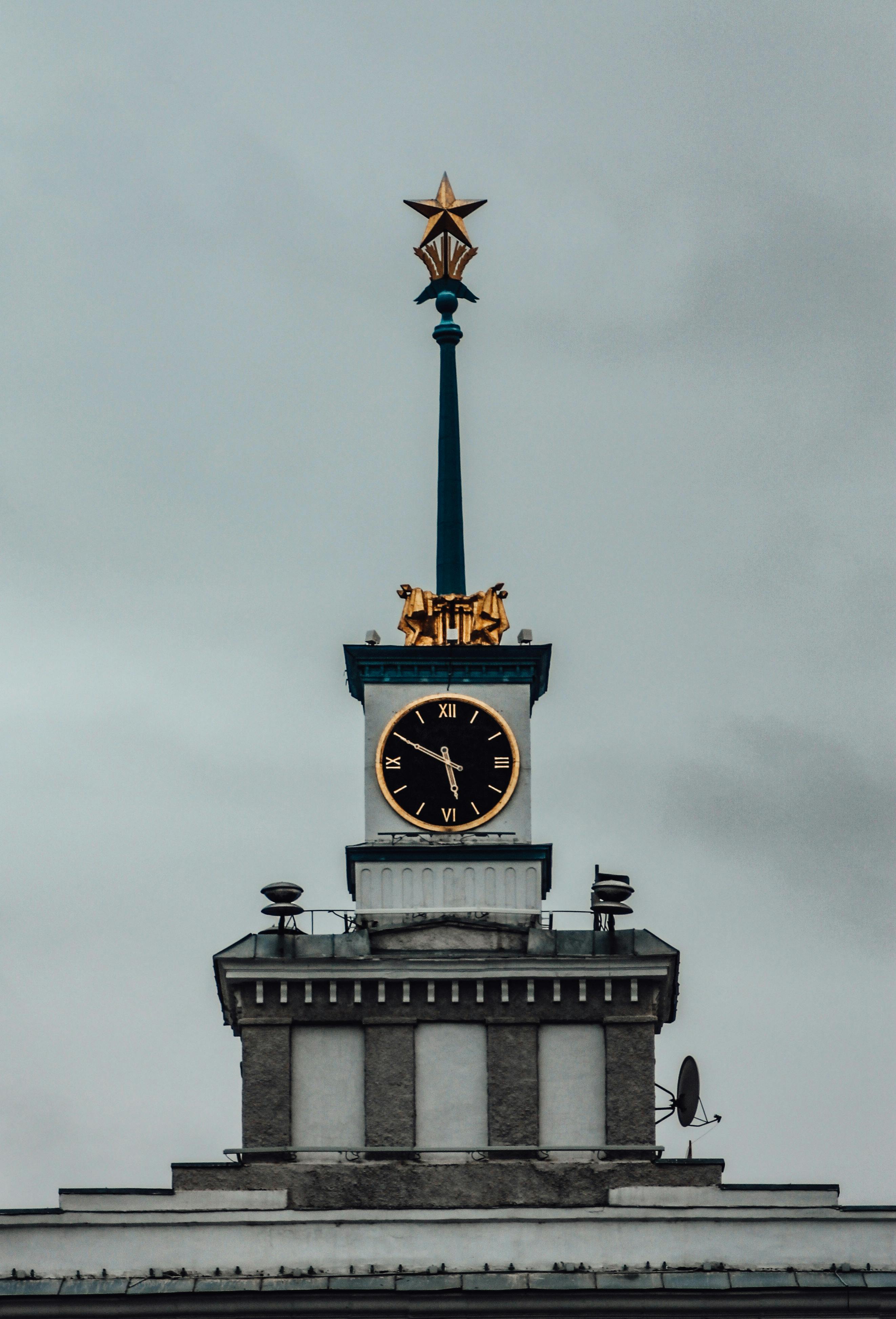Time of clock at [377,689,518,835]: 5:49
